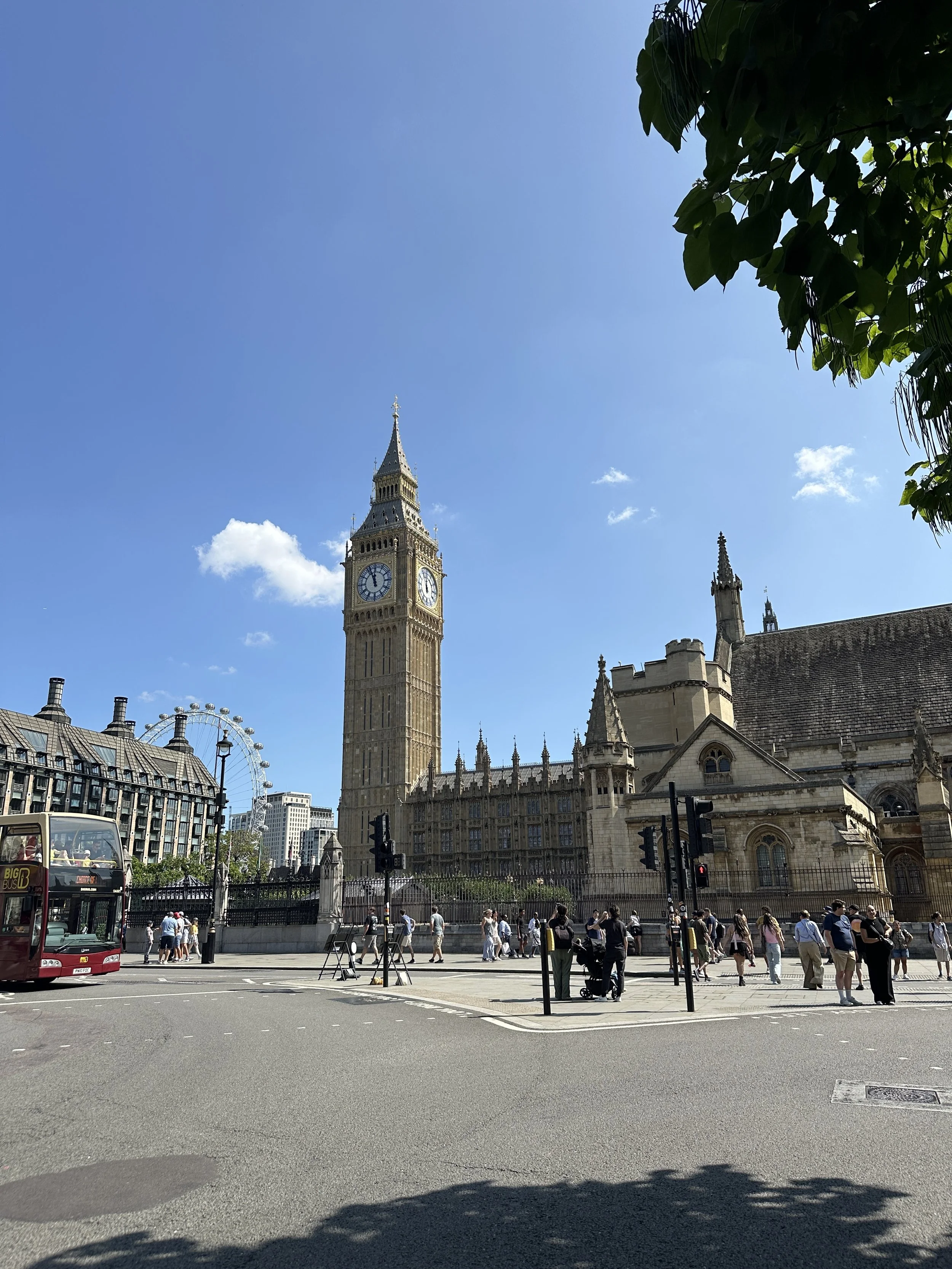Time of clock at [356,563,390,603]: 11:56
